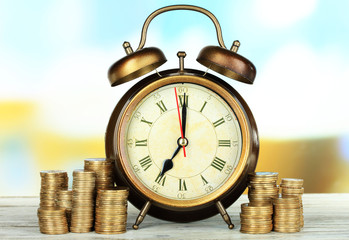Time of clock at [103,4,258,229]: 7:00
